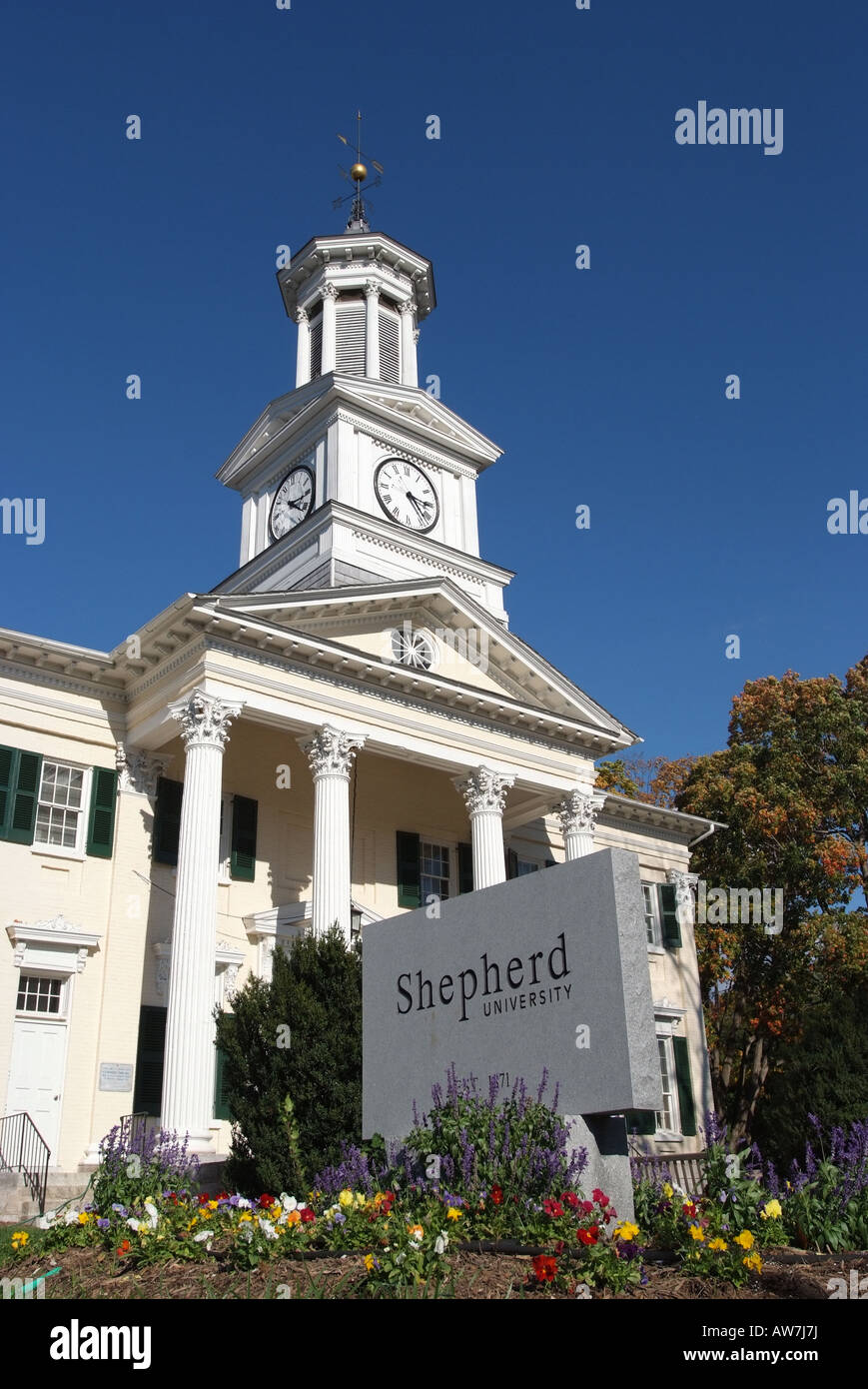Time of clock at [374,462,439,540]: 3:22
